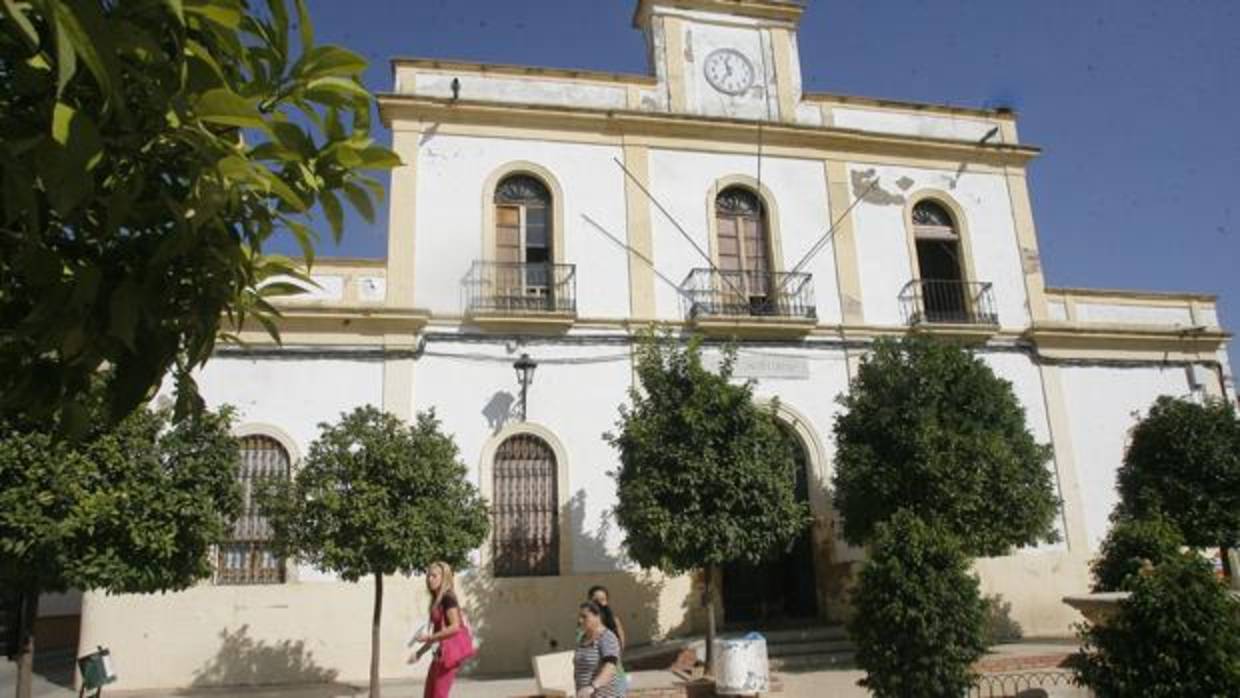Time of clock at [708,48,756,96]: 11:35
